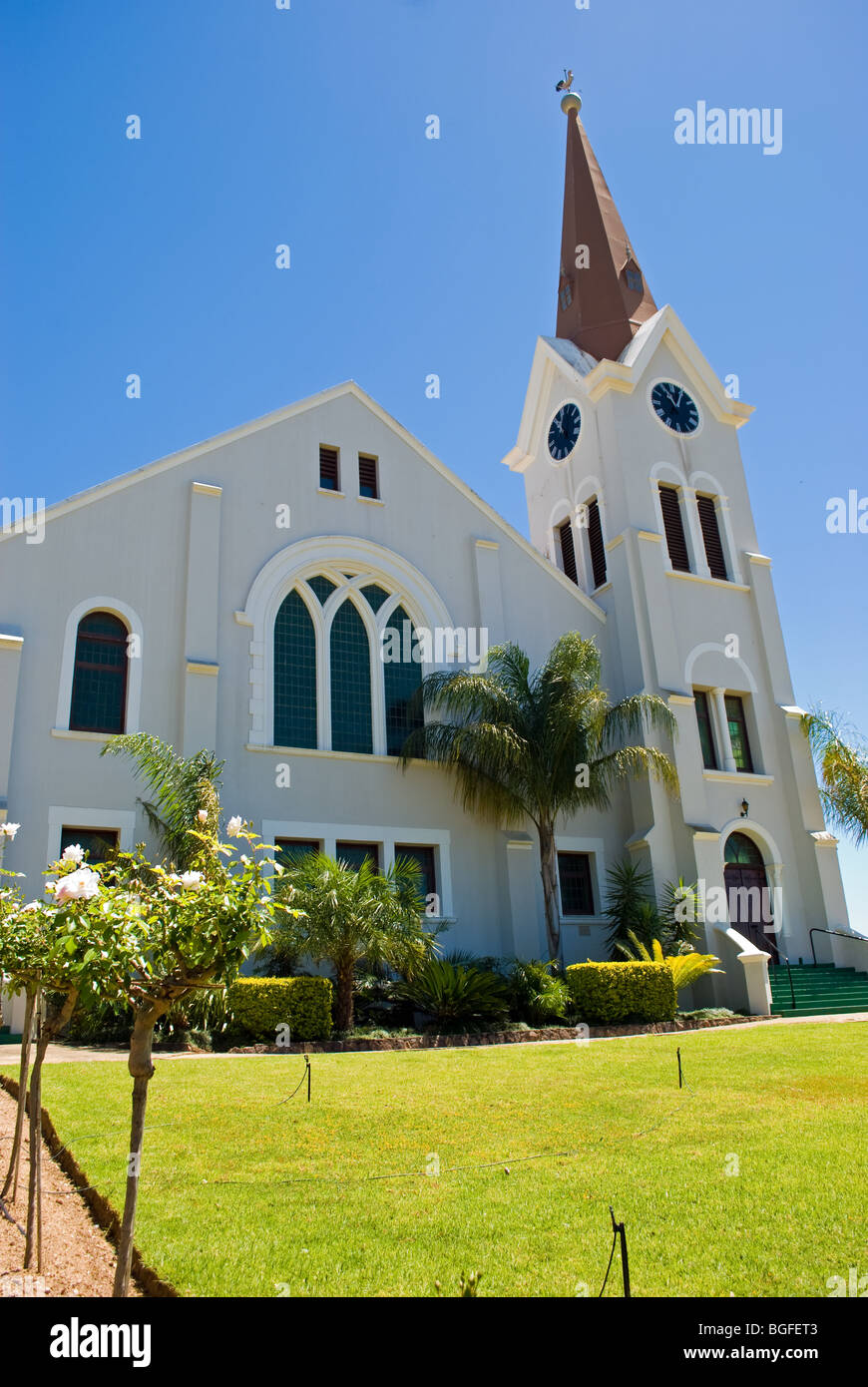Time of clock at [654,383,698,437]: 11:04
